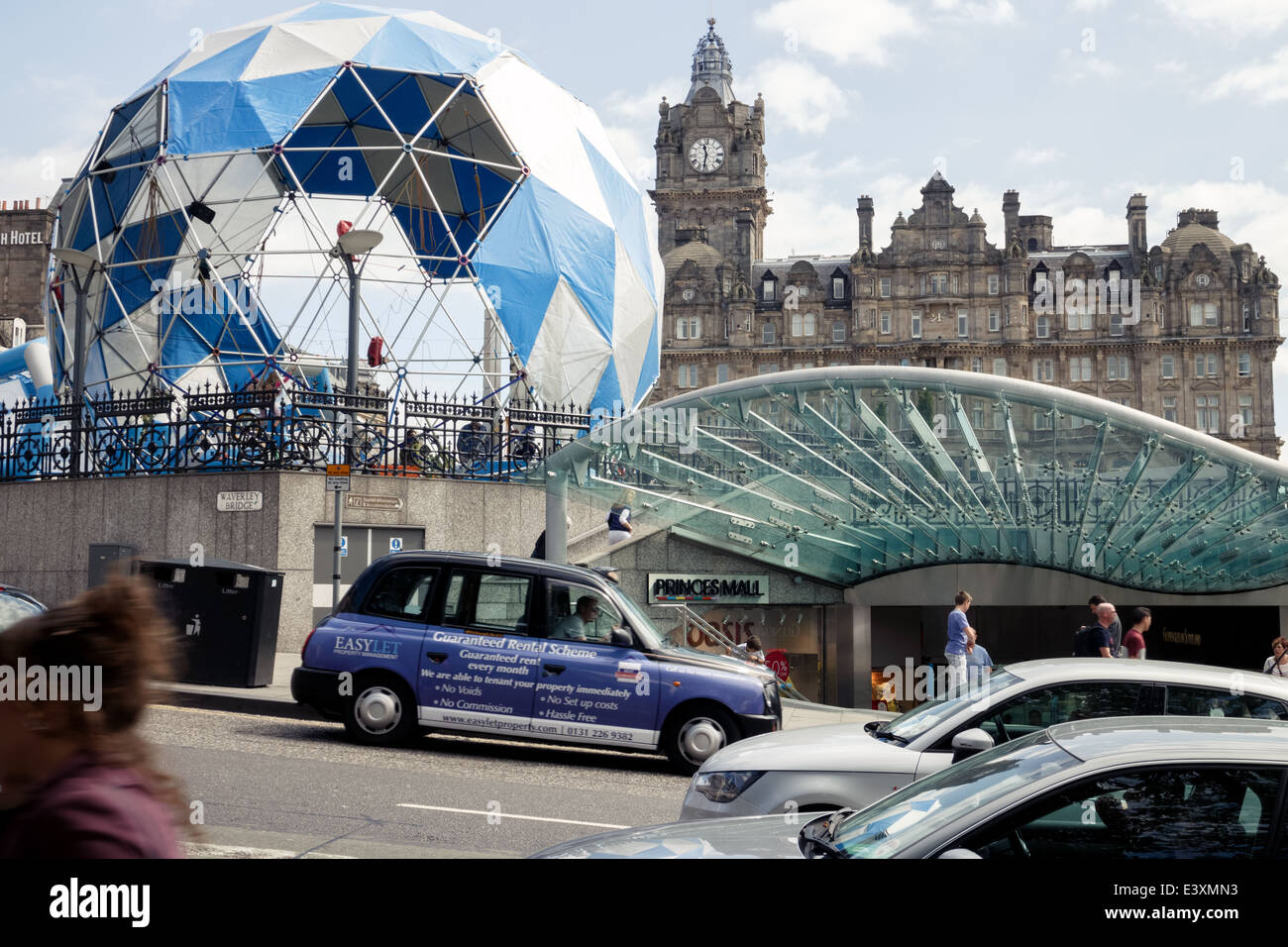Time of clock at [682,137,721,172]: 11:32
